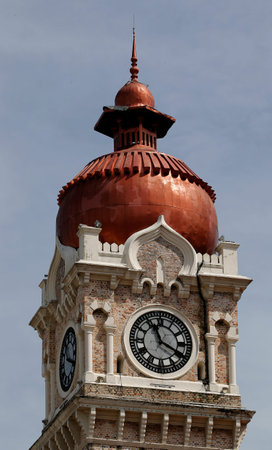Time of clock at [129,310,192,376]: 11:19
